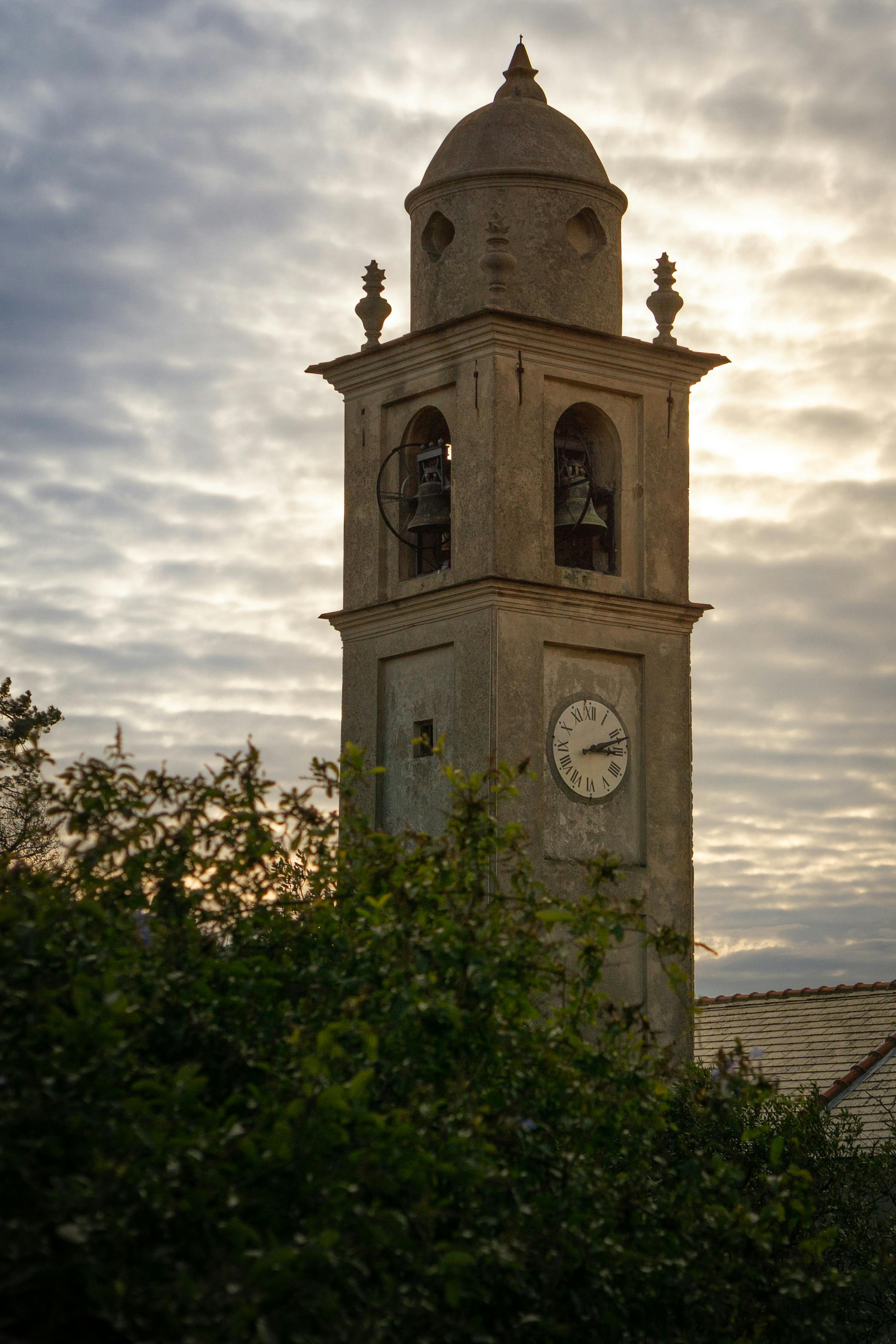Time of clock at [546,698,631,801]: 3:12
